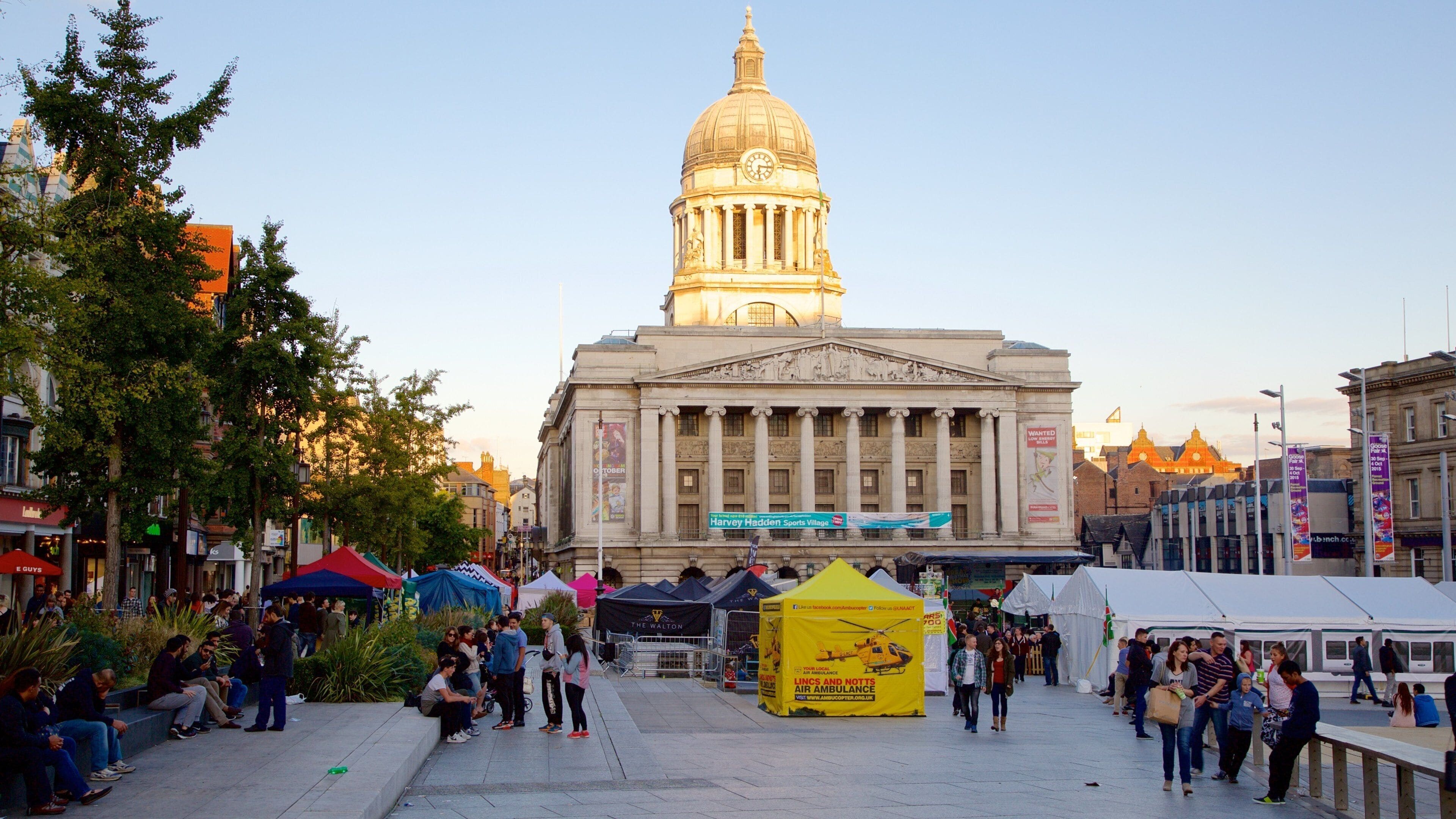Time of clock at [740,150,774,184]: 6:16
